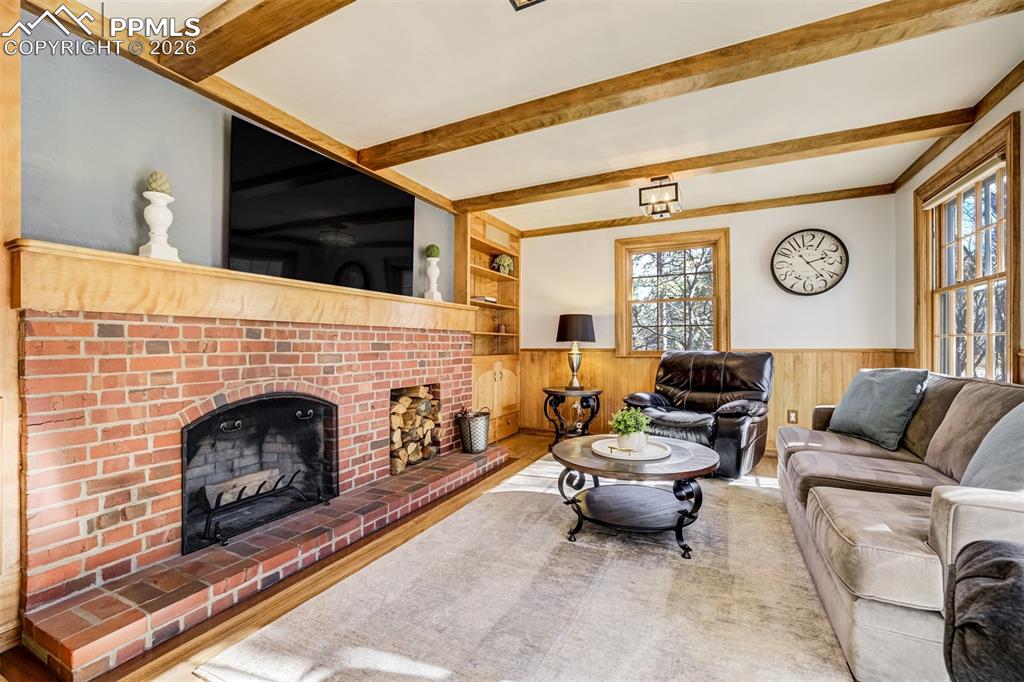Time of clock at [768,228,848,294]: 2:23
